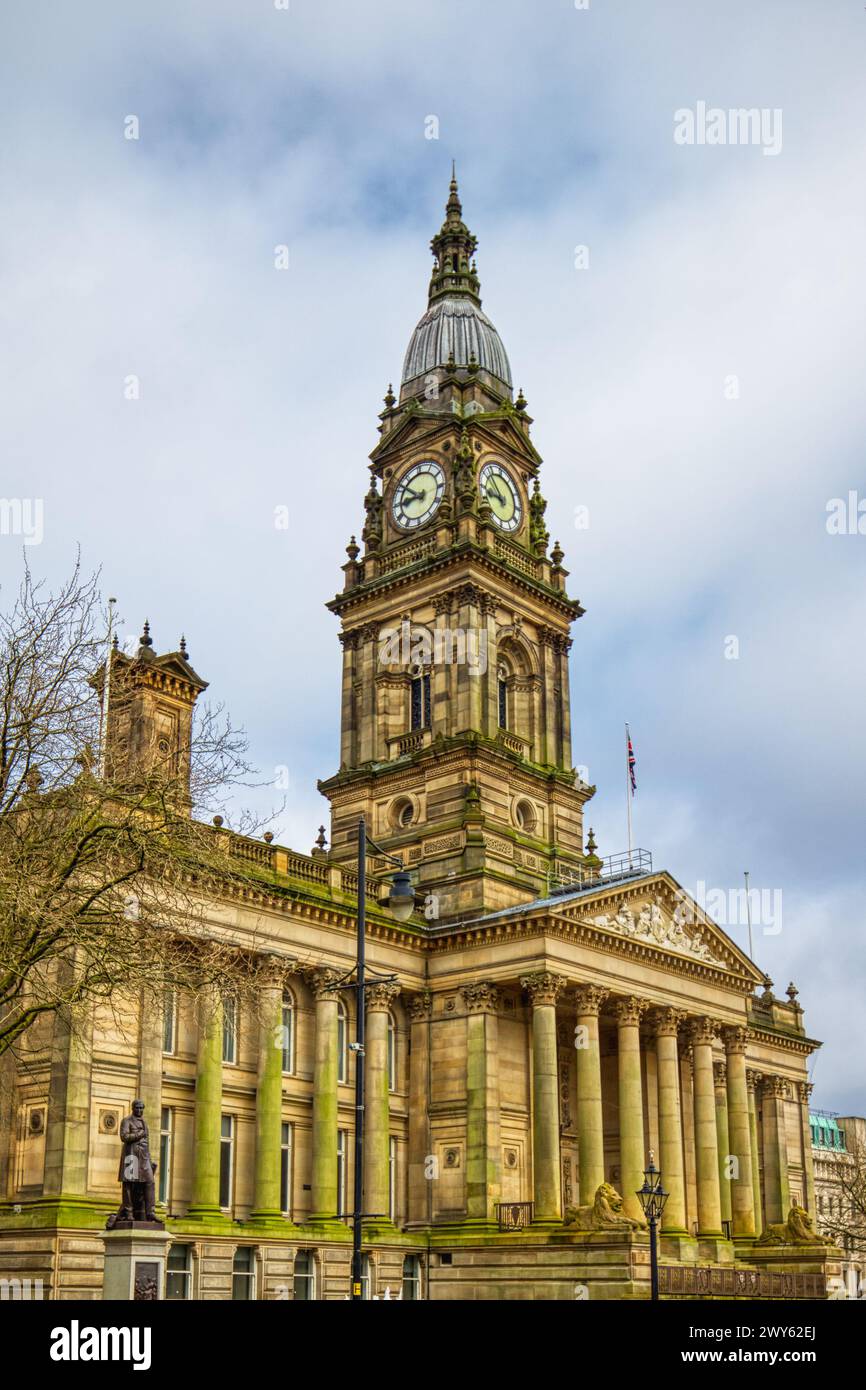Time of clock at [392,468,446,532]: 8:51
